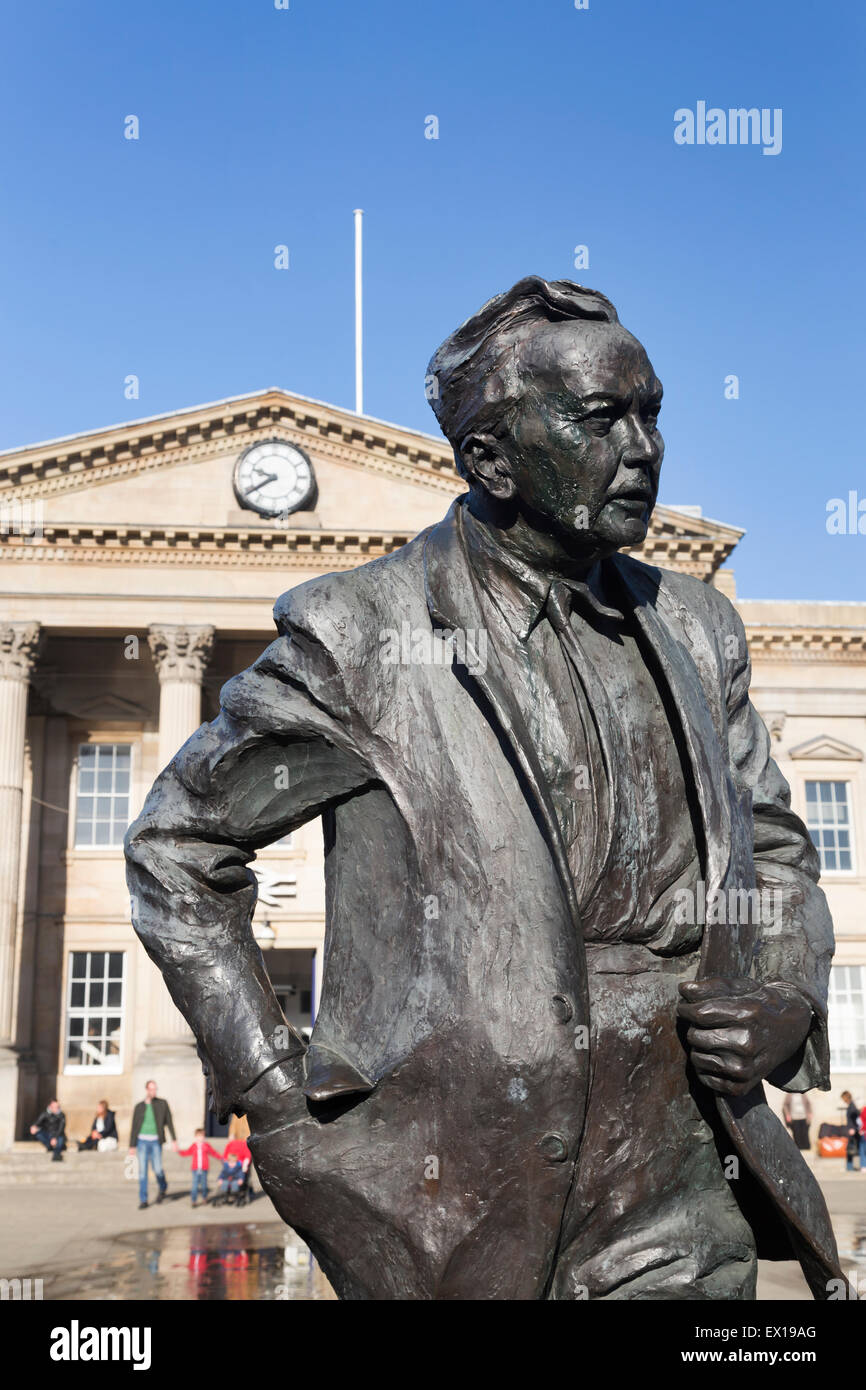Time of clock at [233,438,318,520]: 9:39
